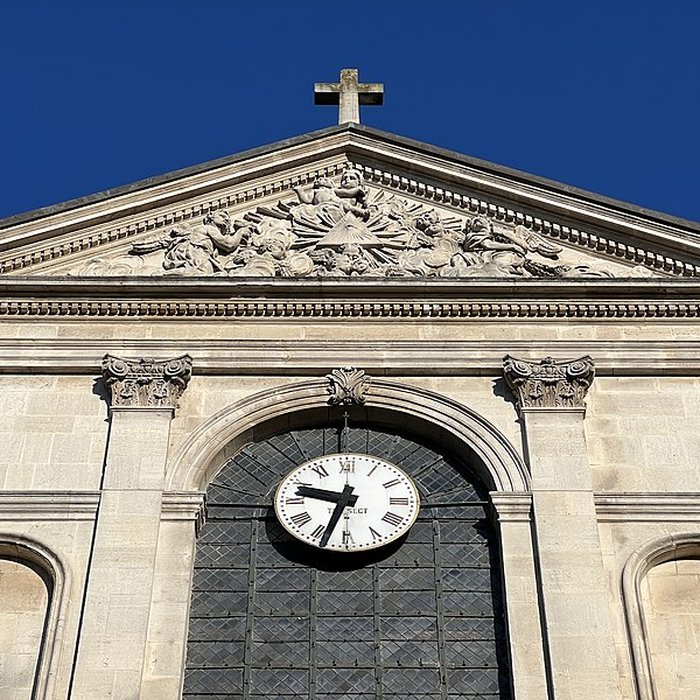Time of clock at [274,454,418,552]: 9:33
